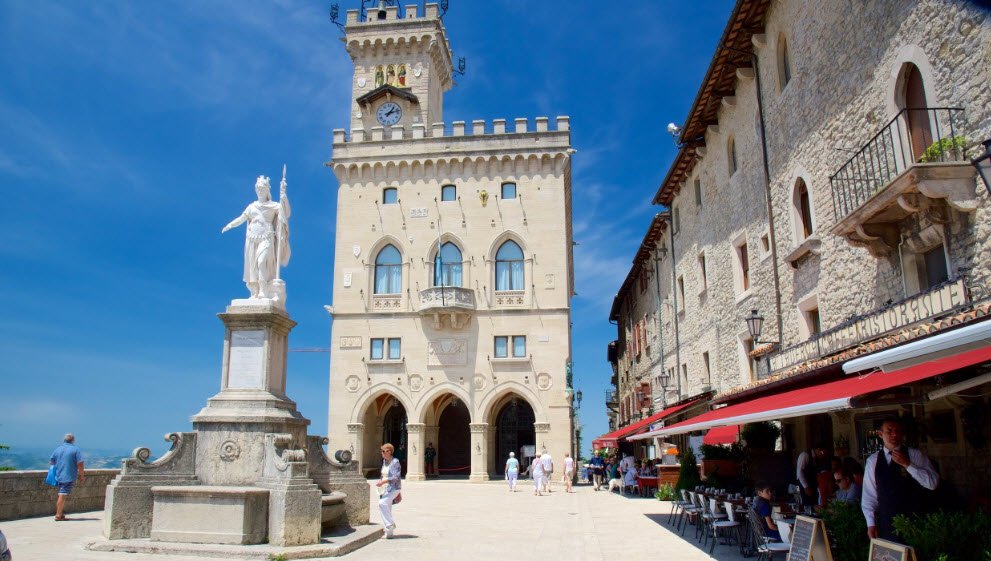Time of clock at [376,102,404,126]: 1:12
